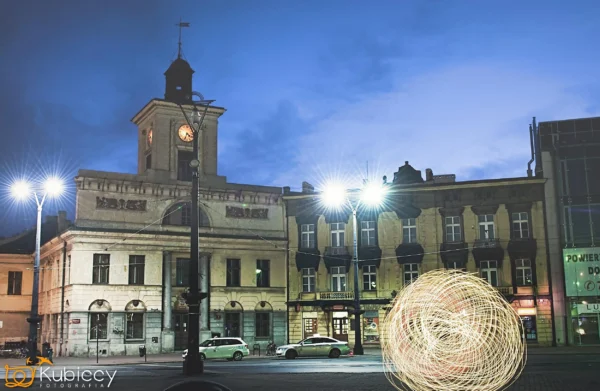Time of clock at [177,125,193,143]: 4:33
